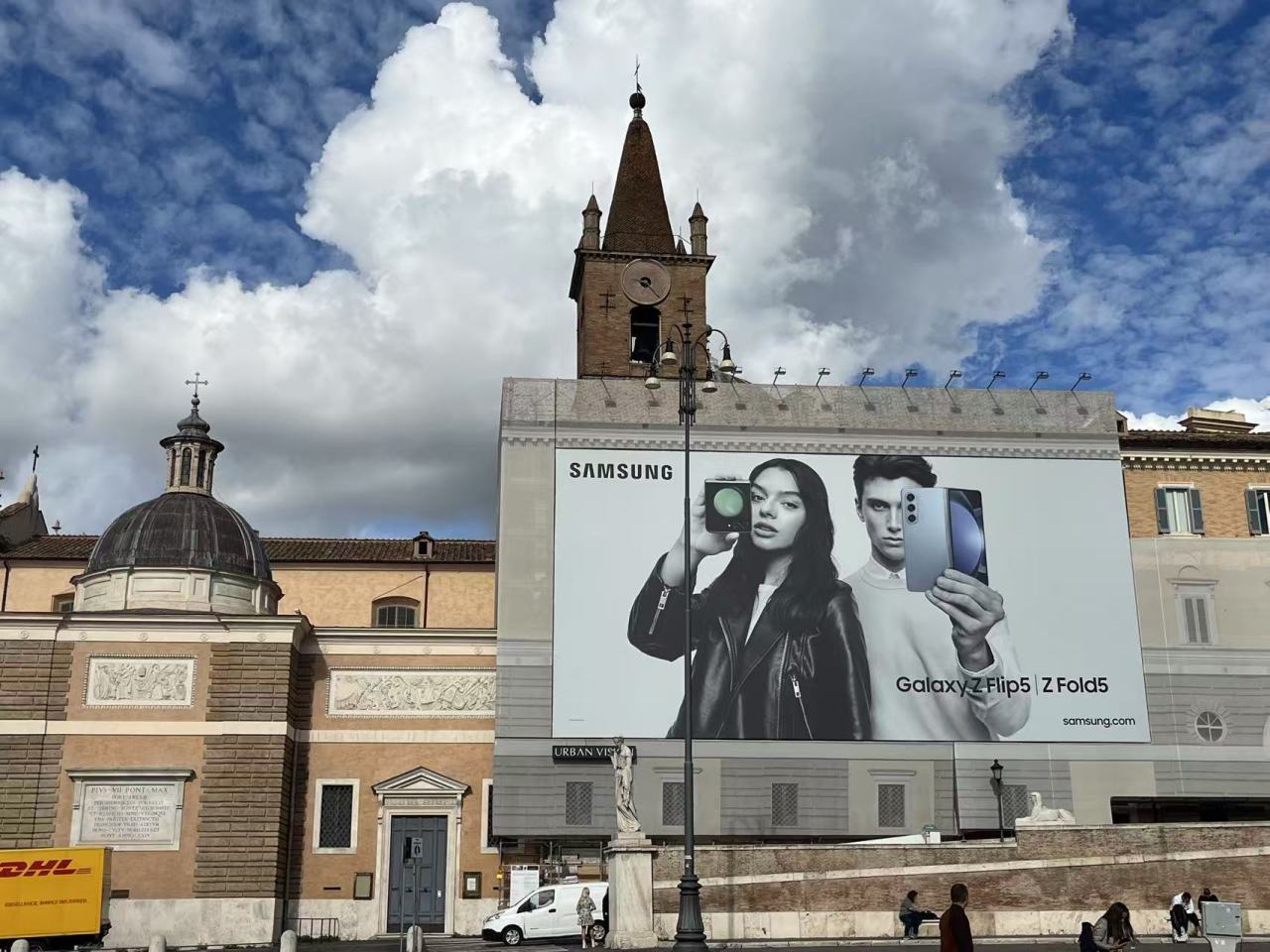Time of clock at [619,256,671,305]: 9:23
